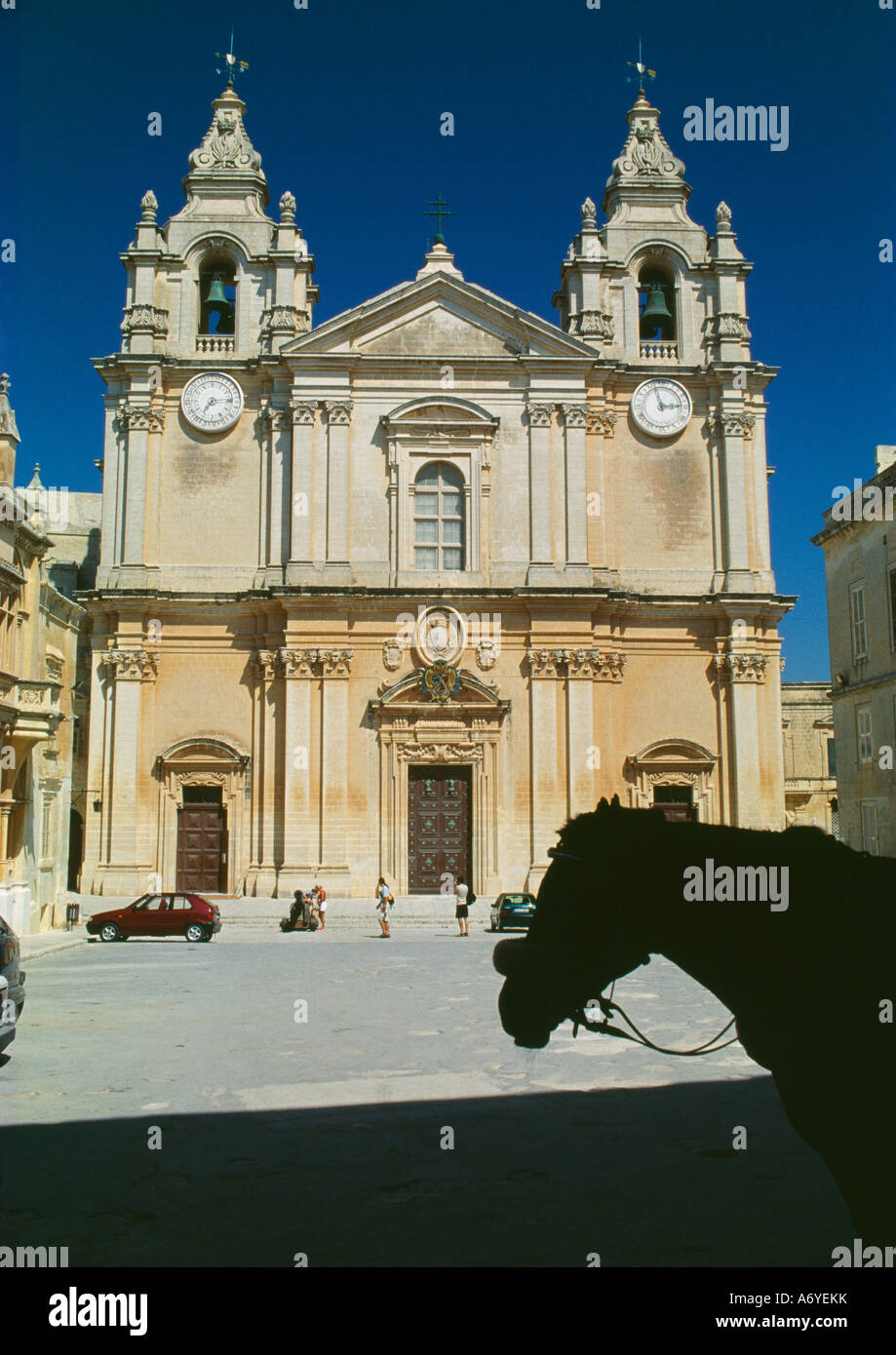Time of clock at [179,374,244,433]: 7:14
